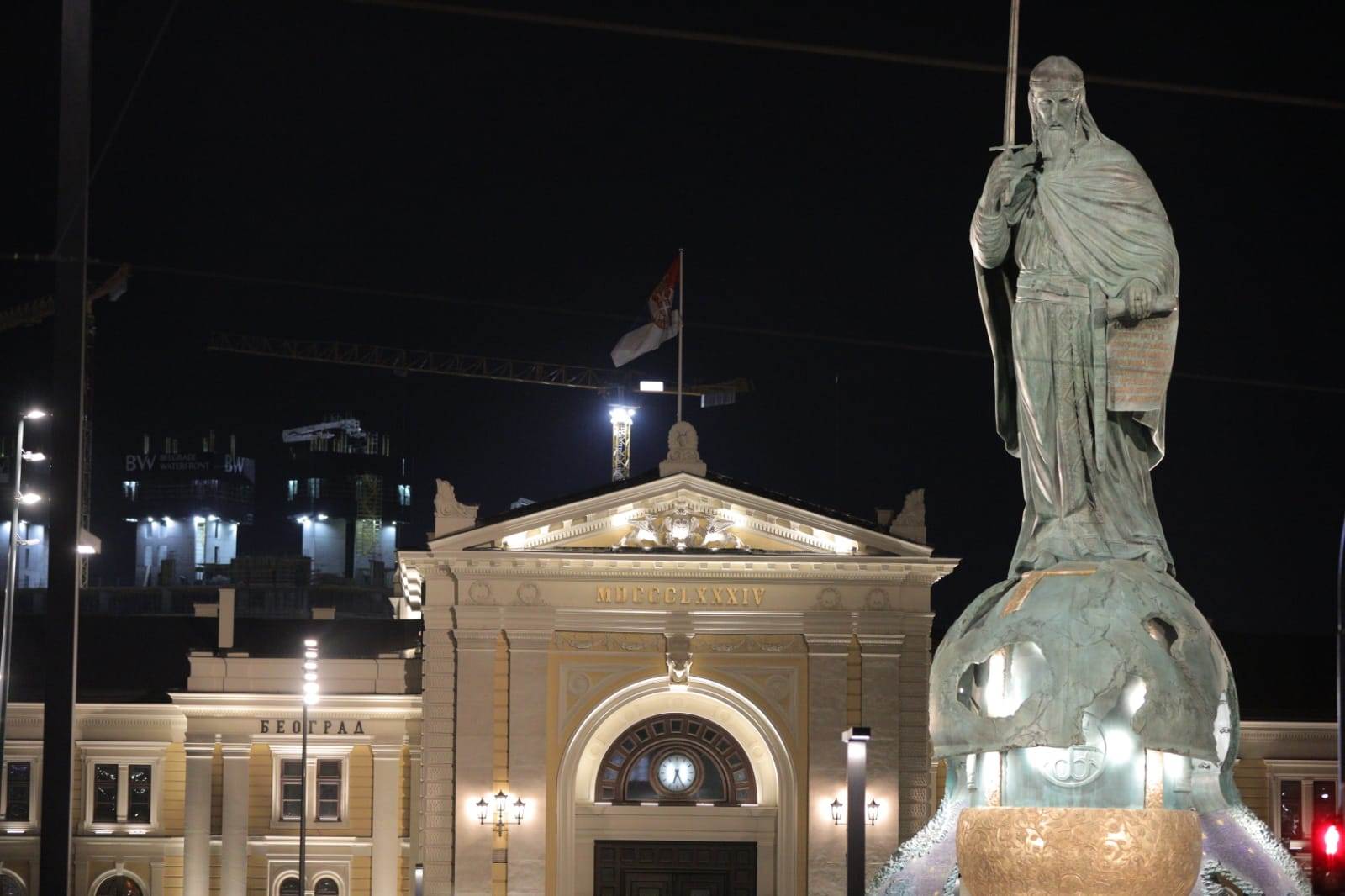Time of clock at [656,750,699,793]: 6:25
